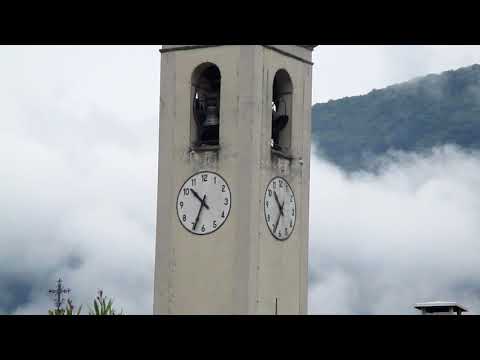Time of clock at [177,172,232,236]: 10:34
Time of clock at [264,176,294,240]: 10:34
